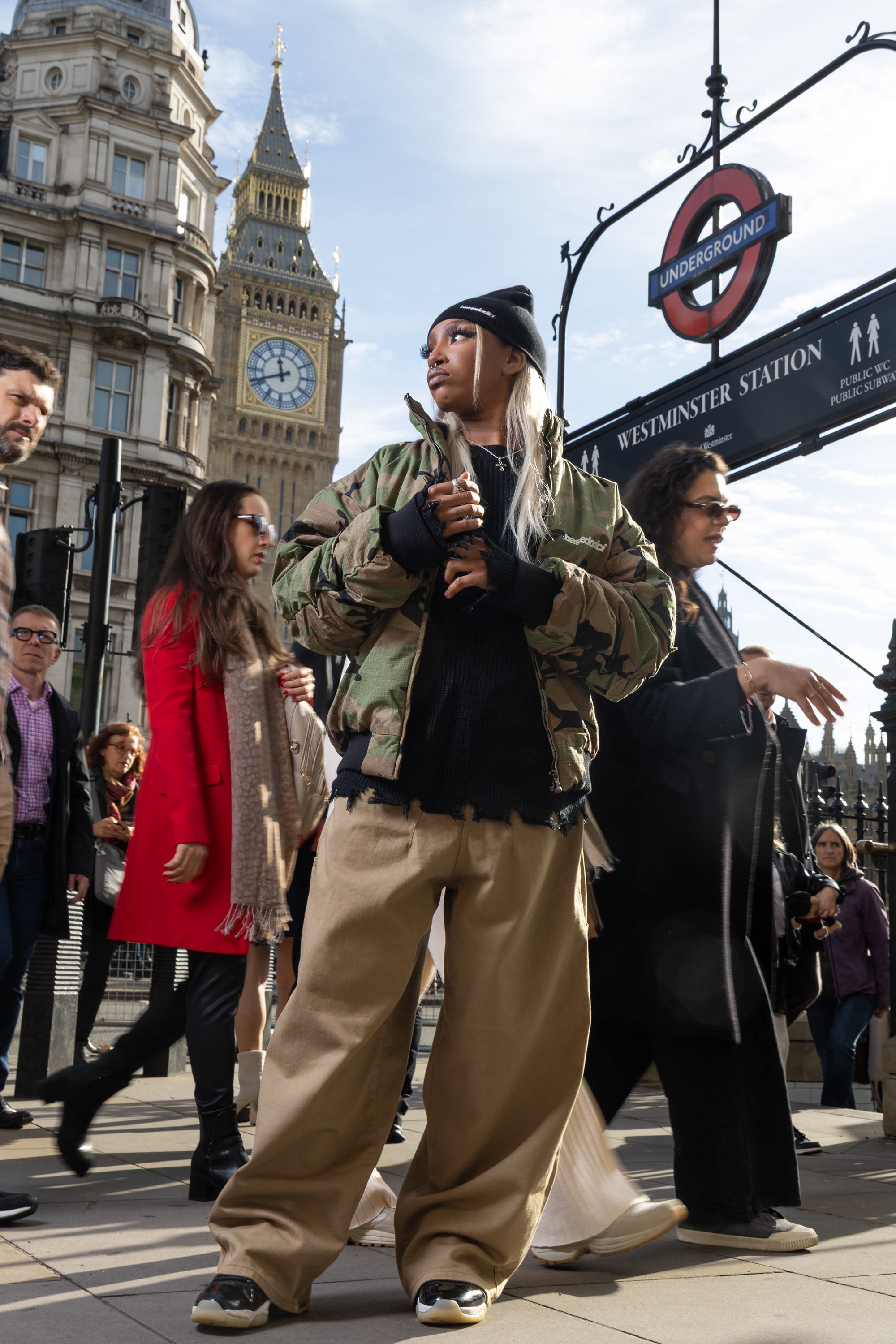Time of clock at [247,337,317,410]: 11:41
